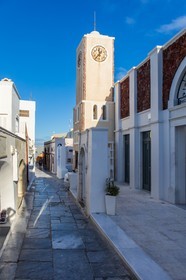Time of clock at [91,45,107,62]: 11:36
